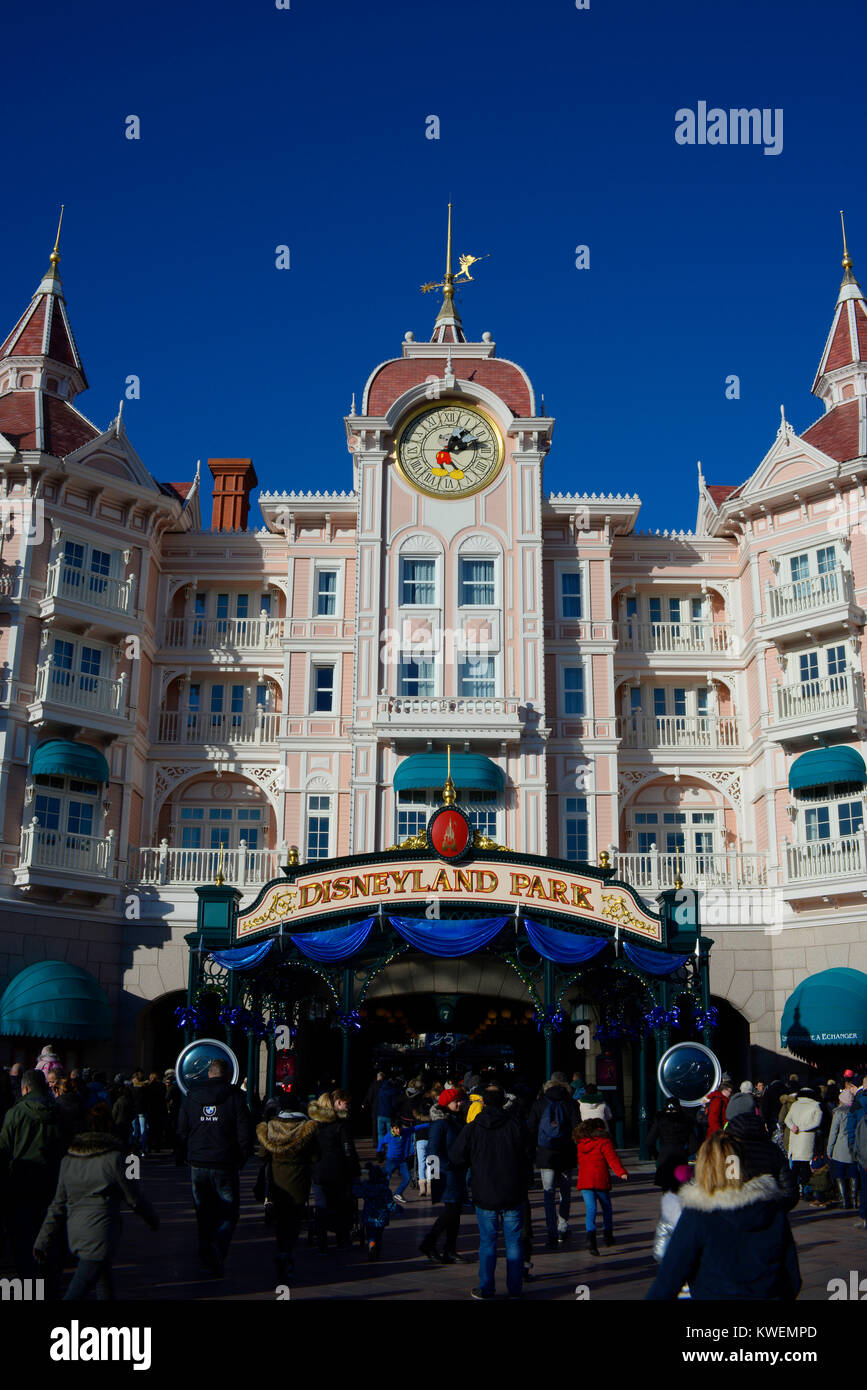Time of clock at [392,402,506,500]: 1:12
